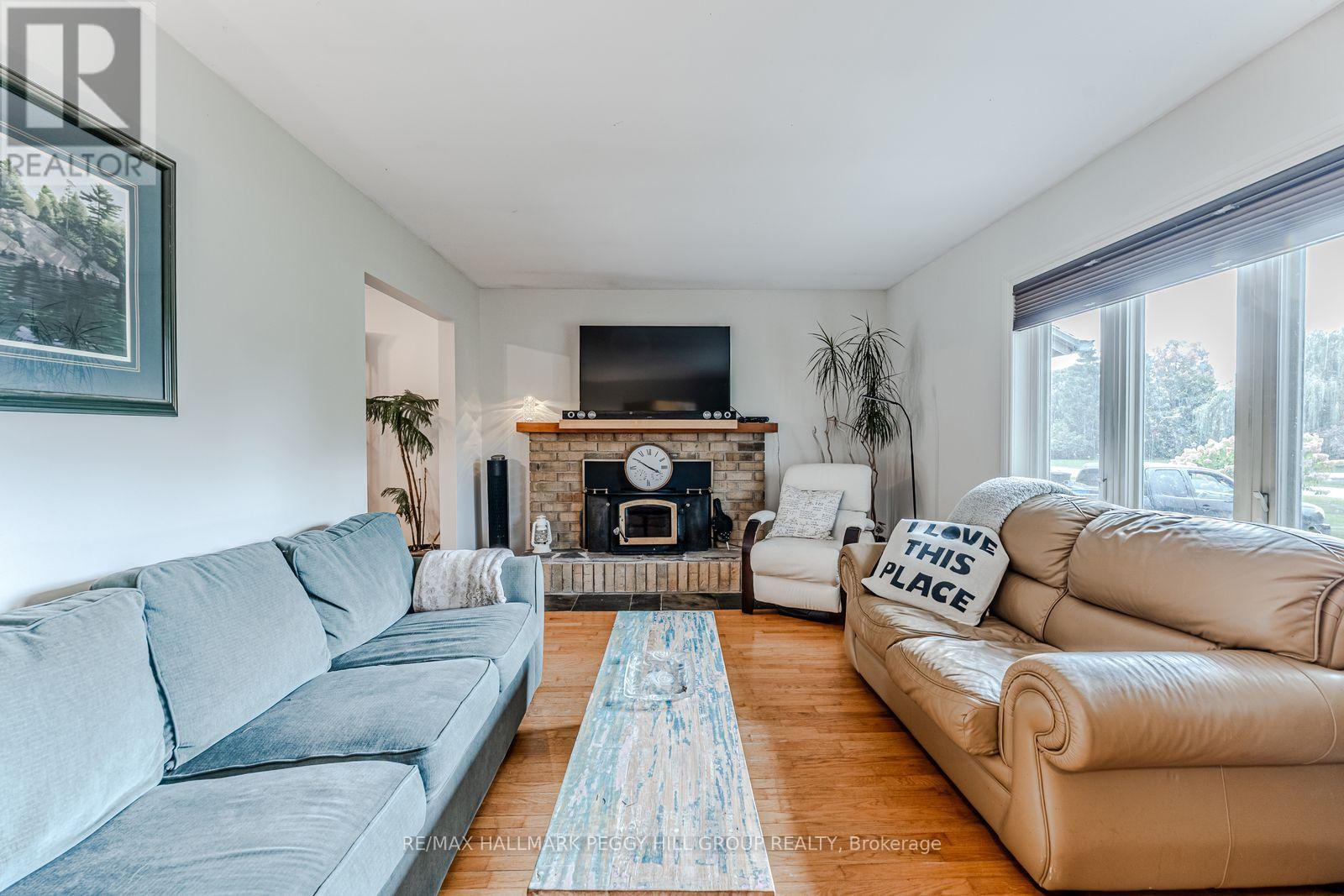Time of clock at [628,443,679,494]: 3:50
